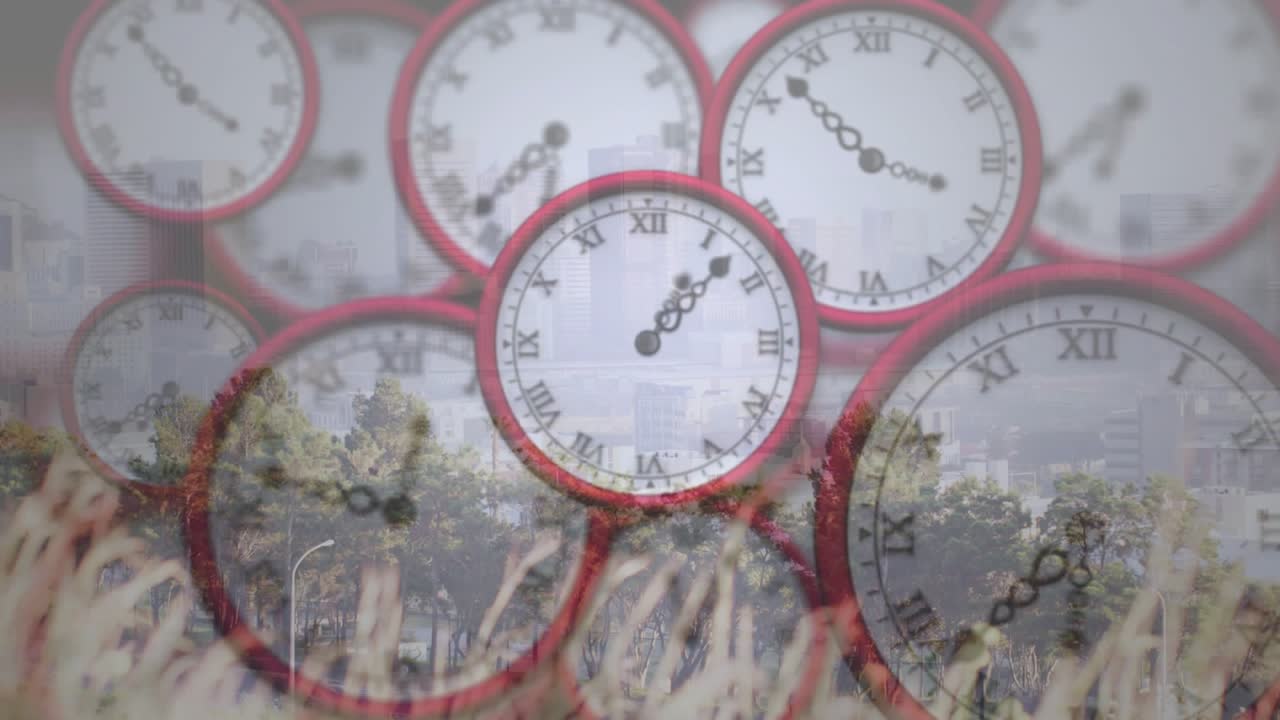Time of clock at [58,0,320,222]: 3:53
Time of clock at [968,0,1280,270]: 6:38
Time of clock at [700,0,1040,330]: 3:52
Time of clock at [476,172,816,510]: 1:07
